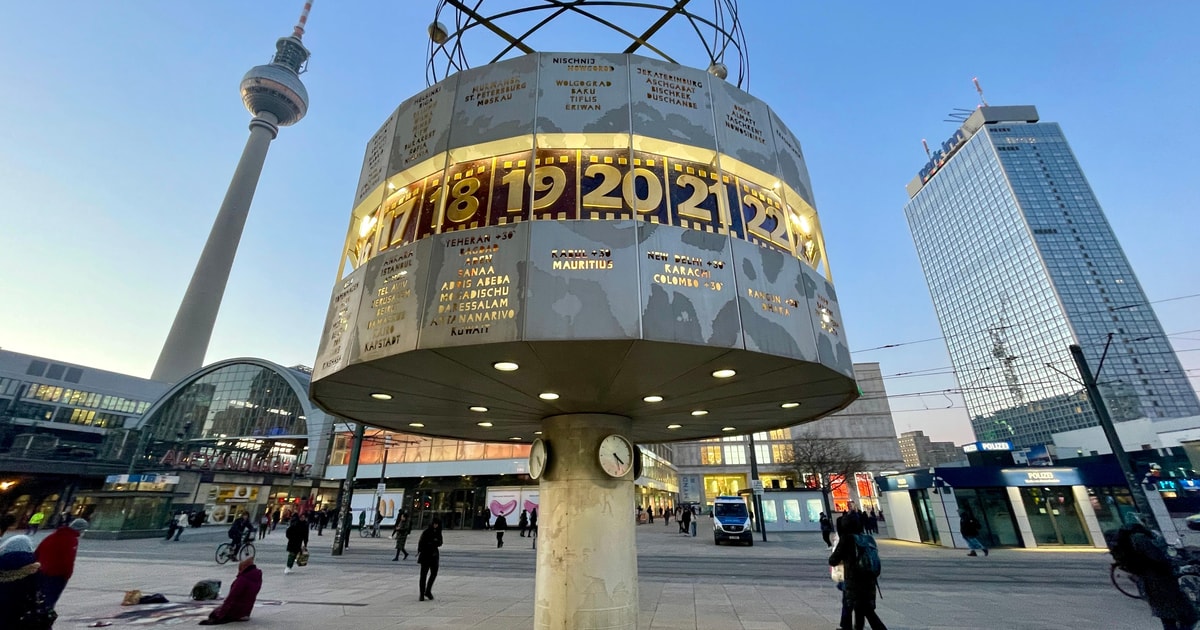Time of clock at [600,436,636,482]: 4:27
